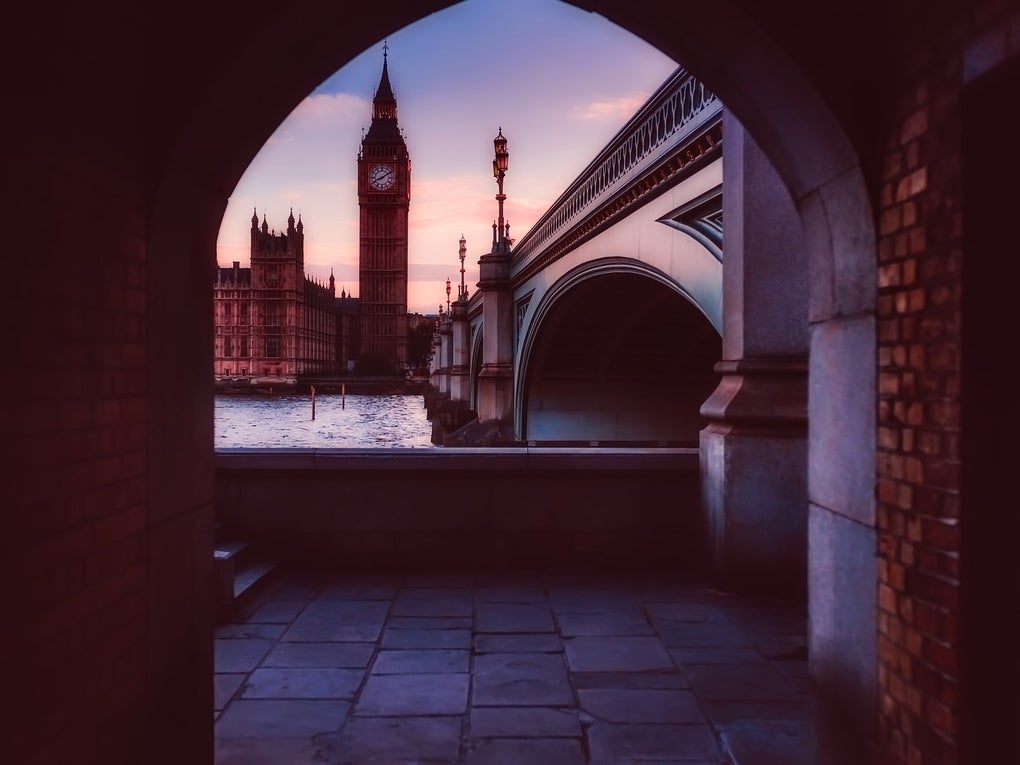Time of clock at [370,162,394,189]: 8:09
